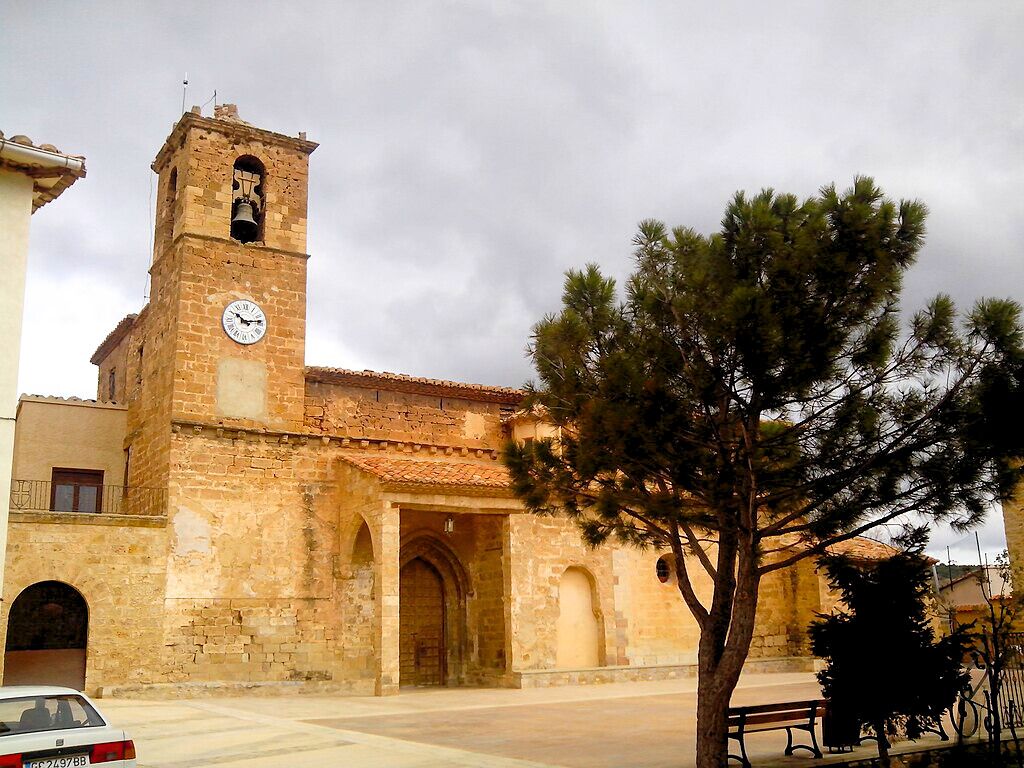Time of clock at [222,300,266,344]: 10:13
